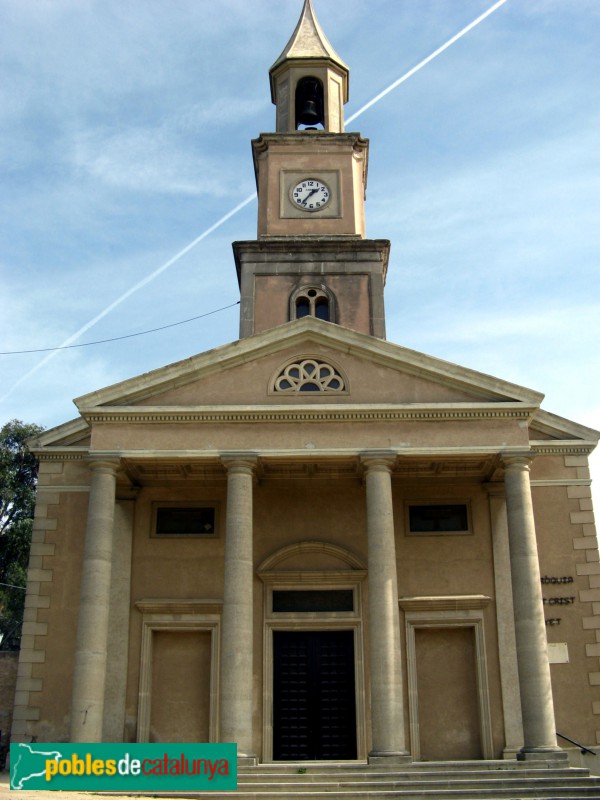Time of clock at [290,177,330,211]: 1:36
